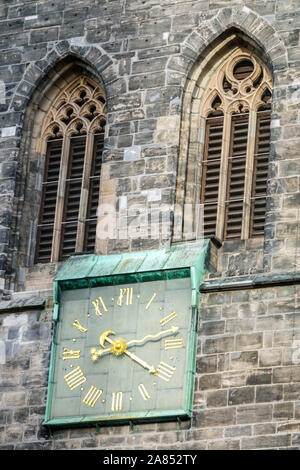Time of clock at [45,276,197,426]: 4:12
